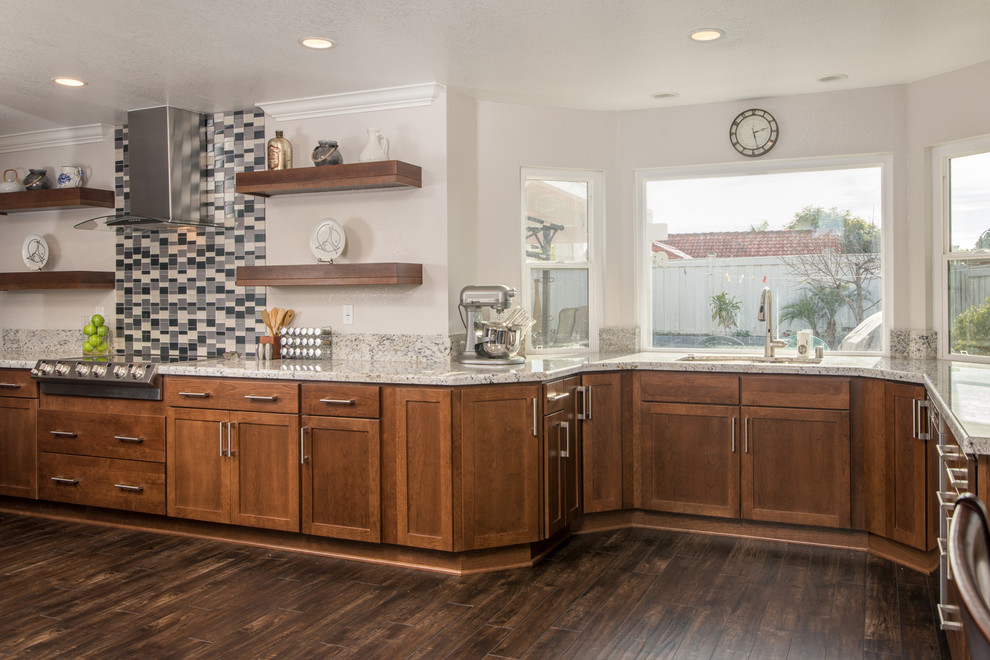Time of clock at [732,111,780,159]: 2:27
